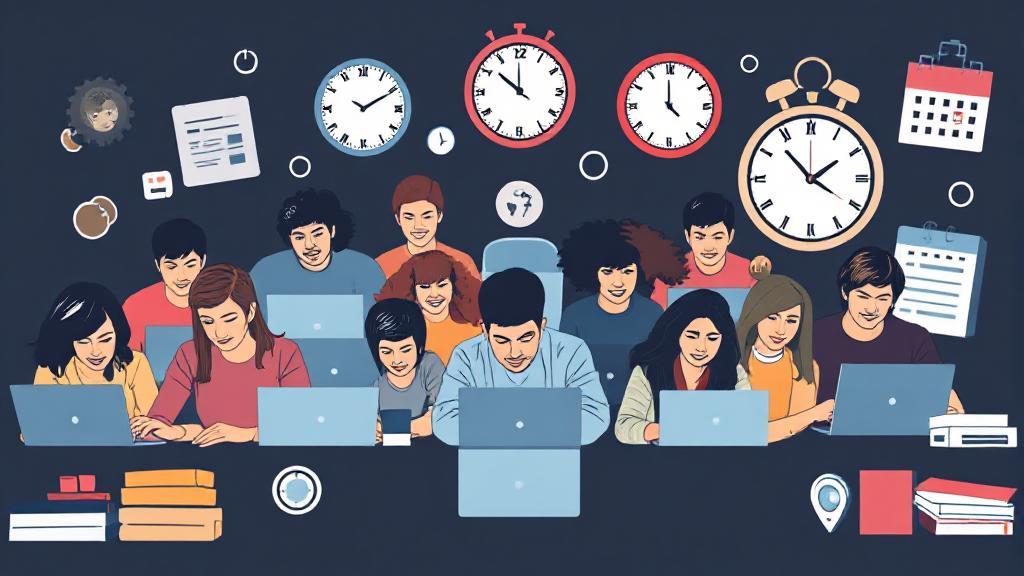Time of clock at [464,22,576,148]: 11:51
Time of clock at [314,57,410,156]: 10:10
